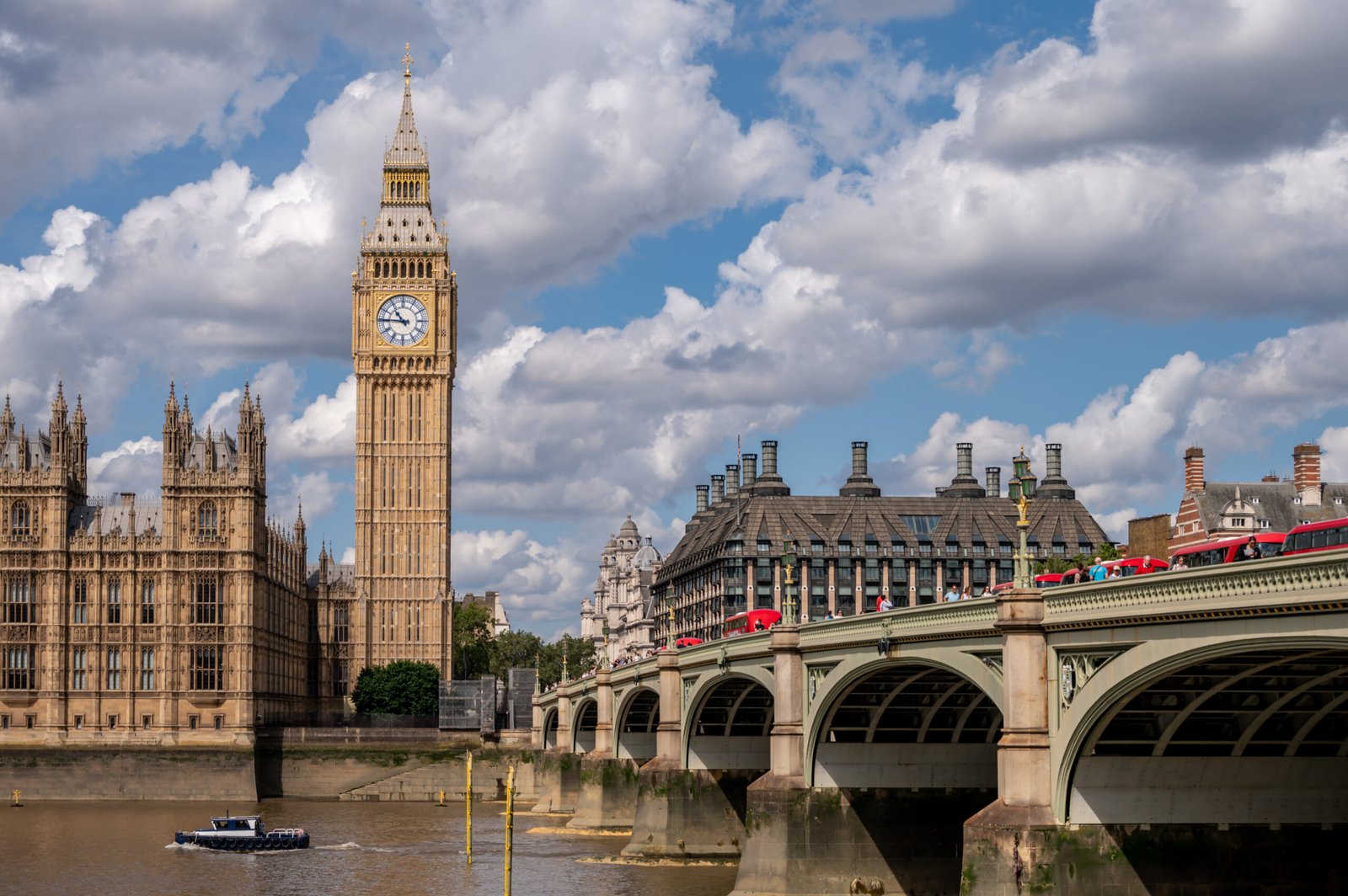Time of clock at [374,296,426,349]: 10:45
